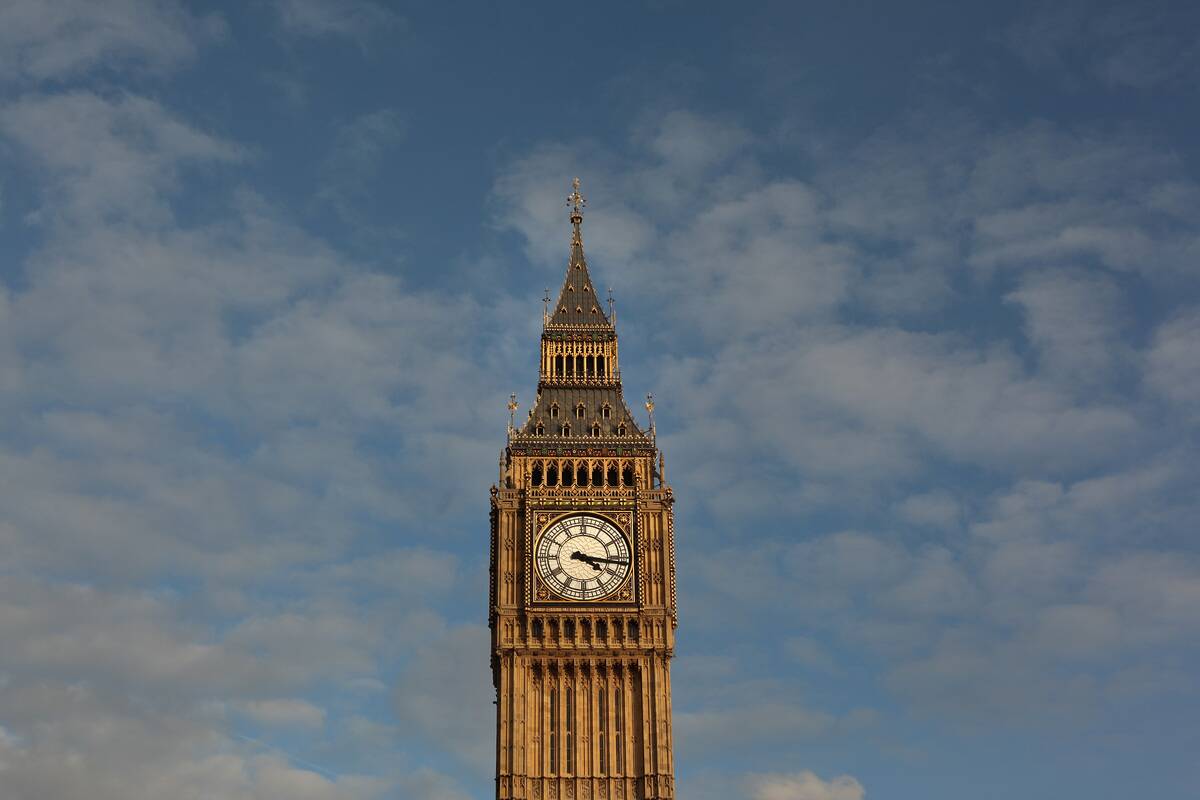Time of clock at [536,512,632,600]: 4:16
